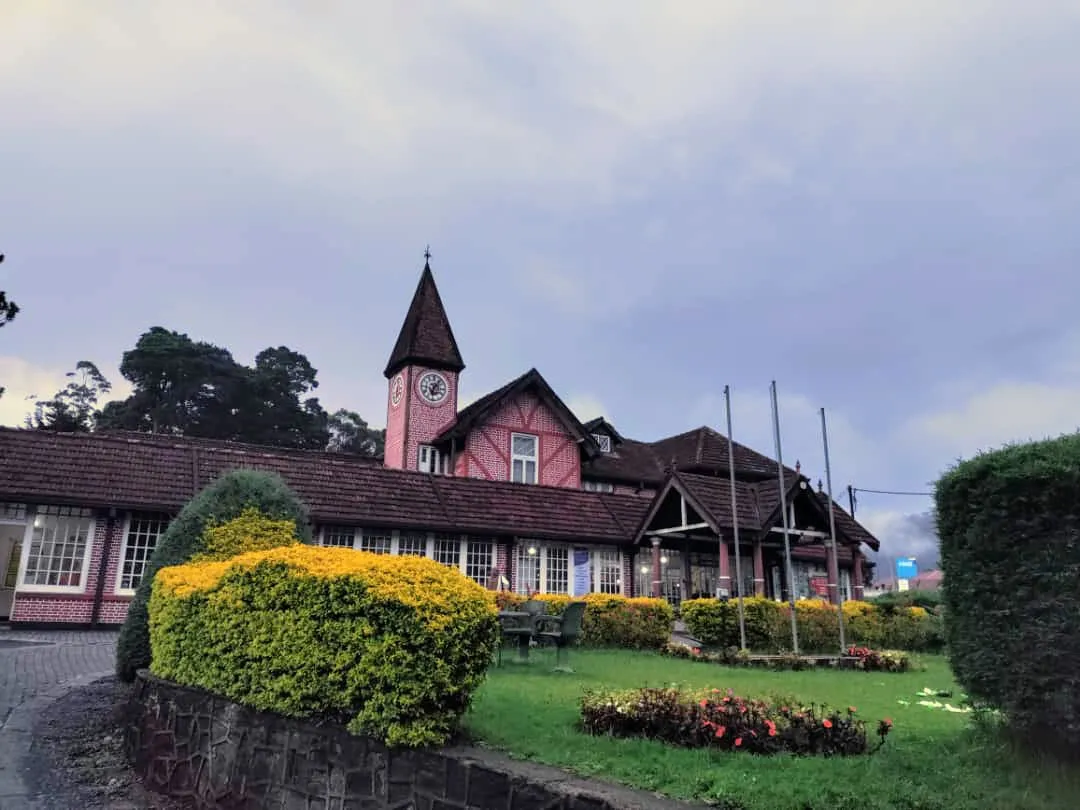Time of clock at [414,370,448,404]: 6:06
